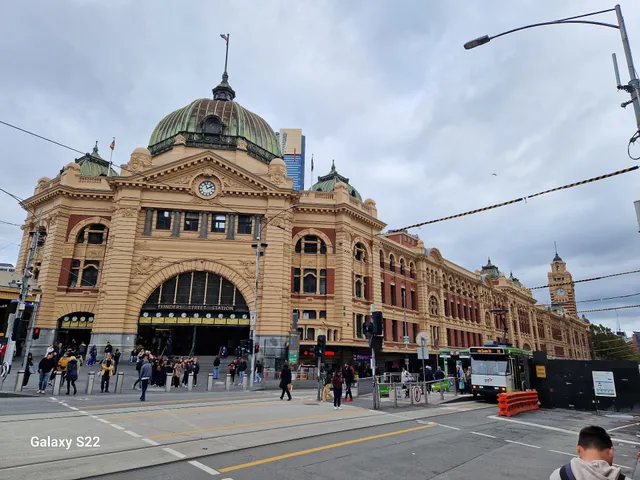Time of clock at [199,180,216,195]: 1:56
